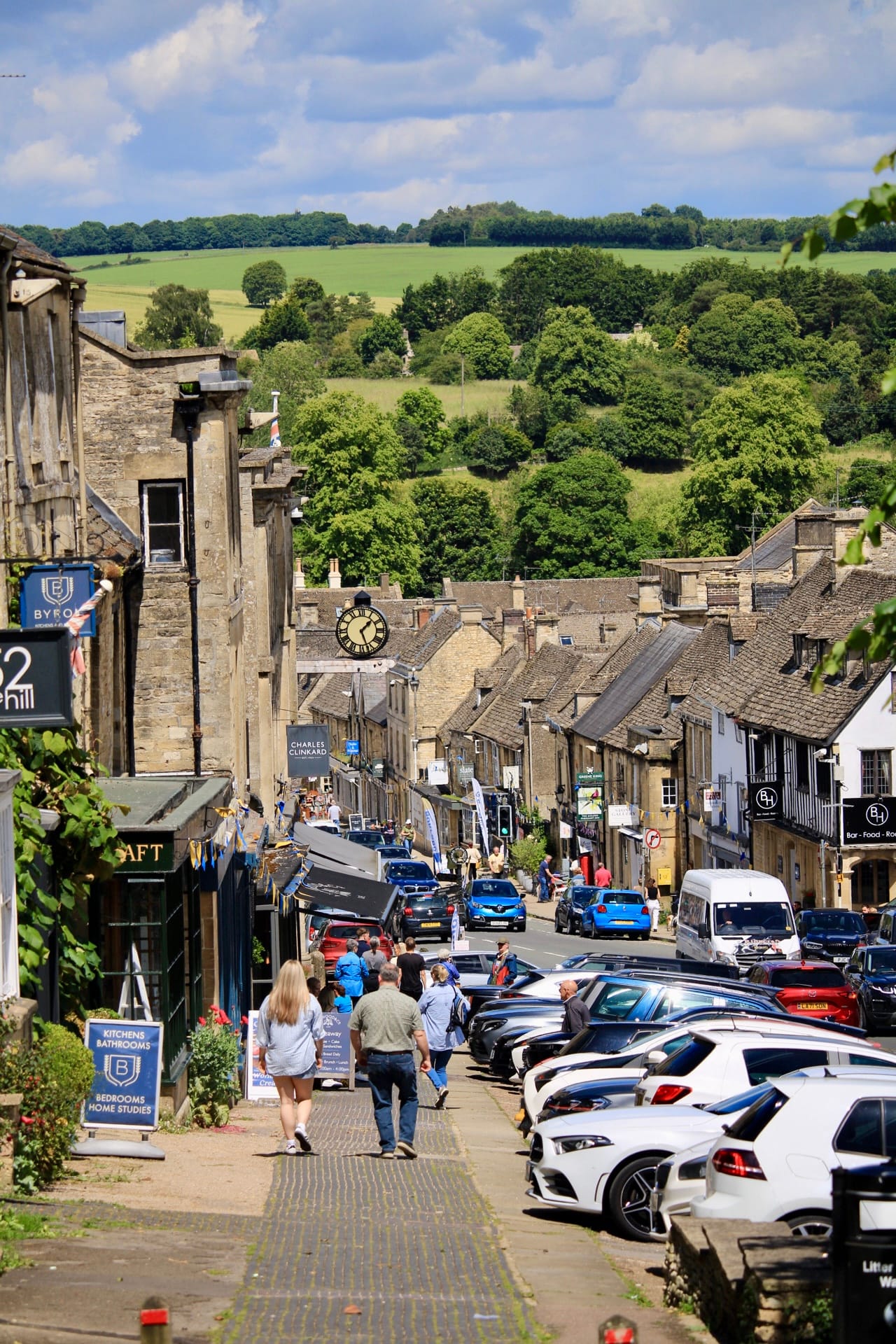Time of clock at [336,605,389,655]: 1:26
